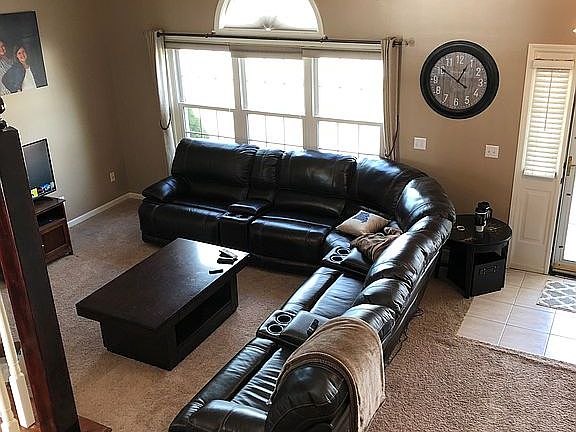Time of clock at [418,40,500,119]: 12:50
